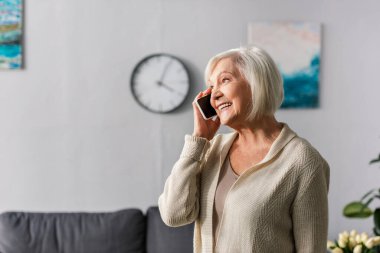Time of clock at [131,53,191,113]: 4:04
